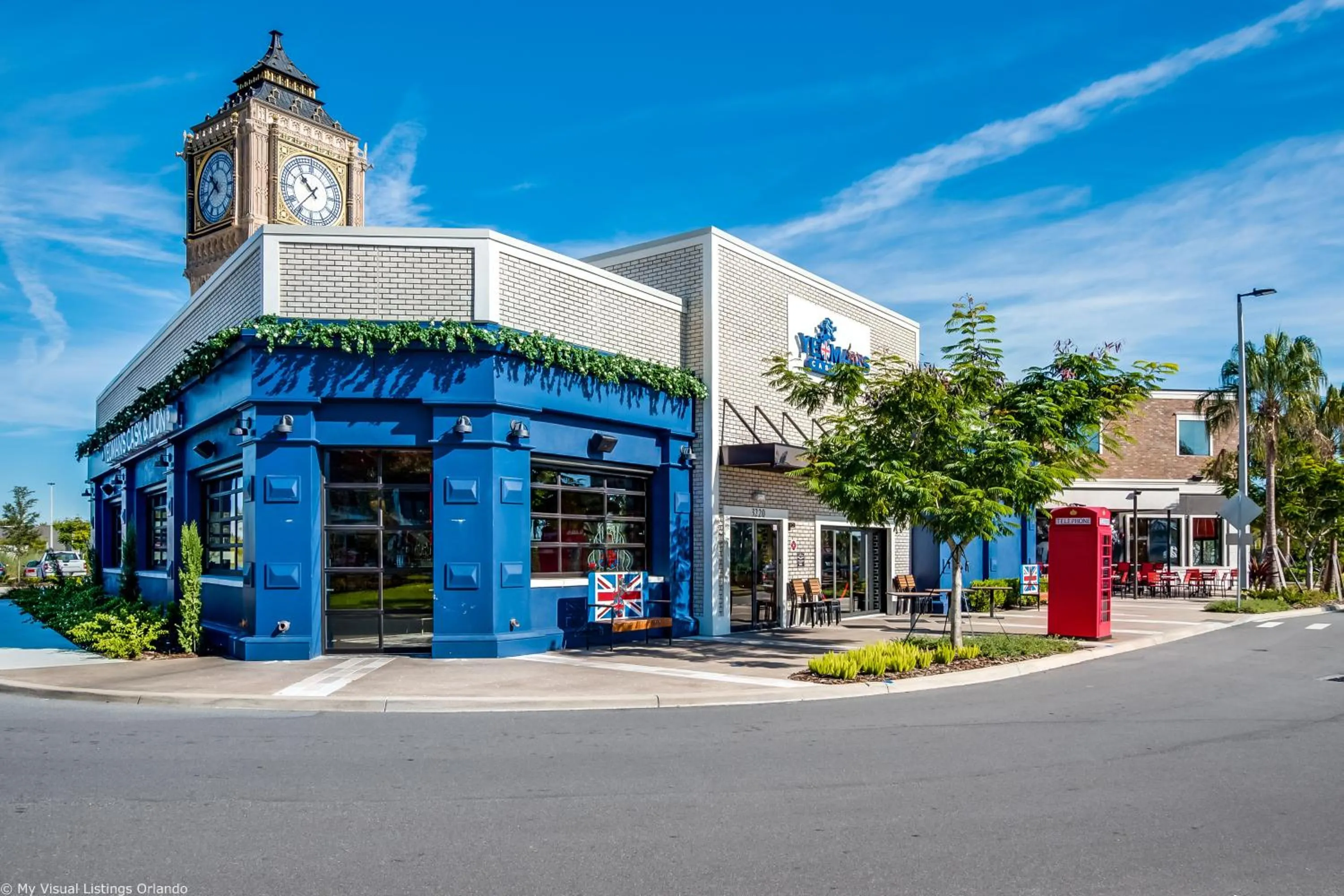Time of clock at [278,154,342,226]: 10:36
